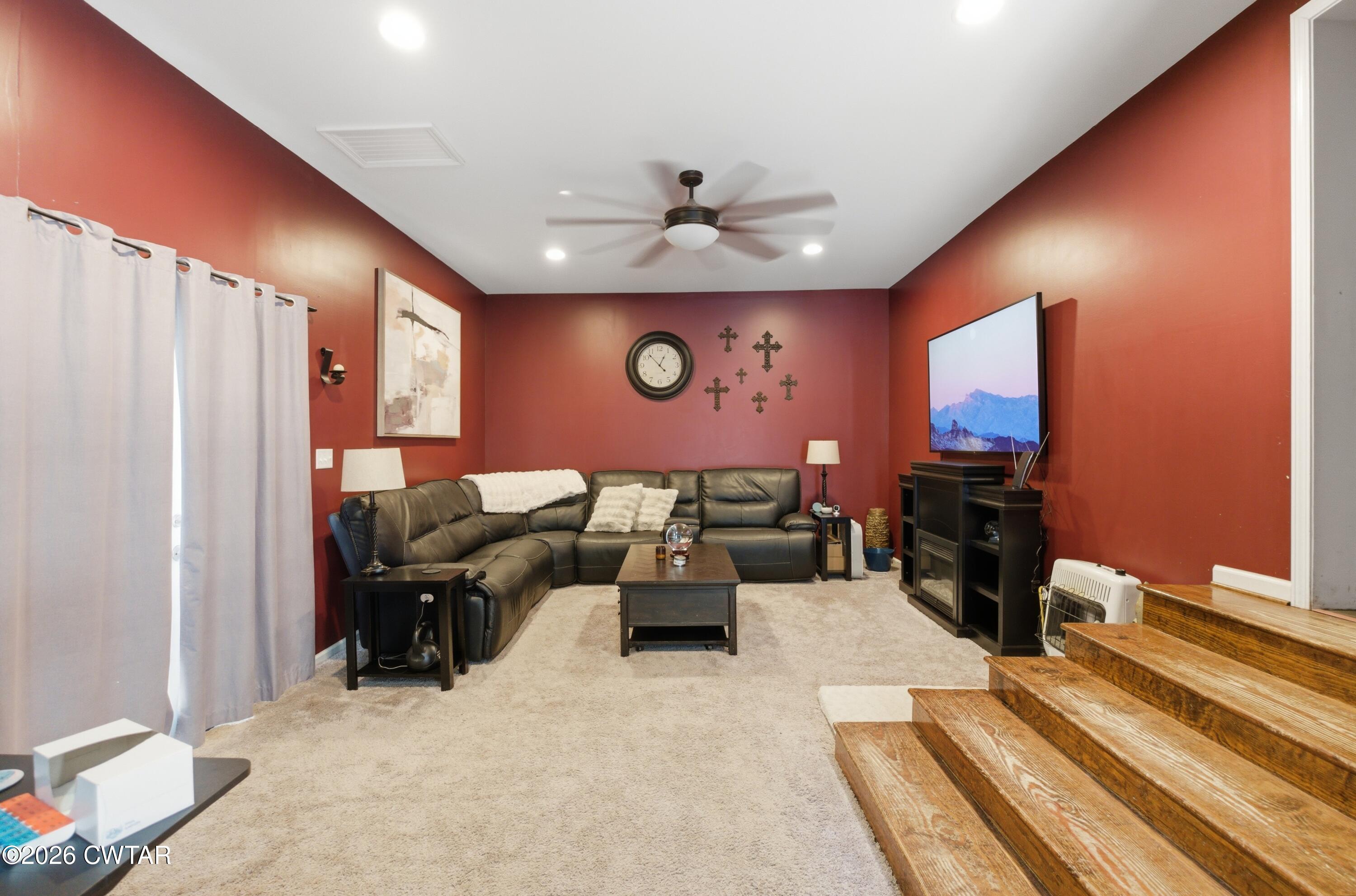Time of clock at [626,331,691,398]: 12:52
